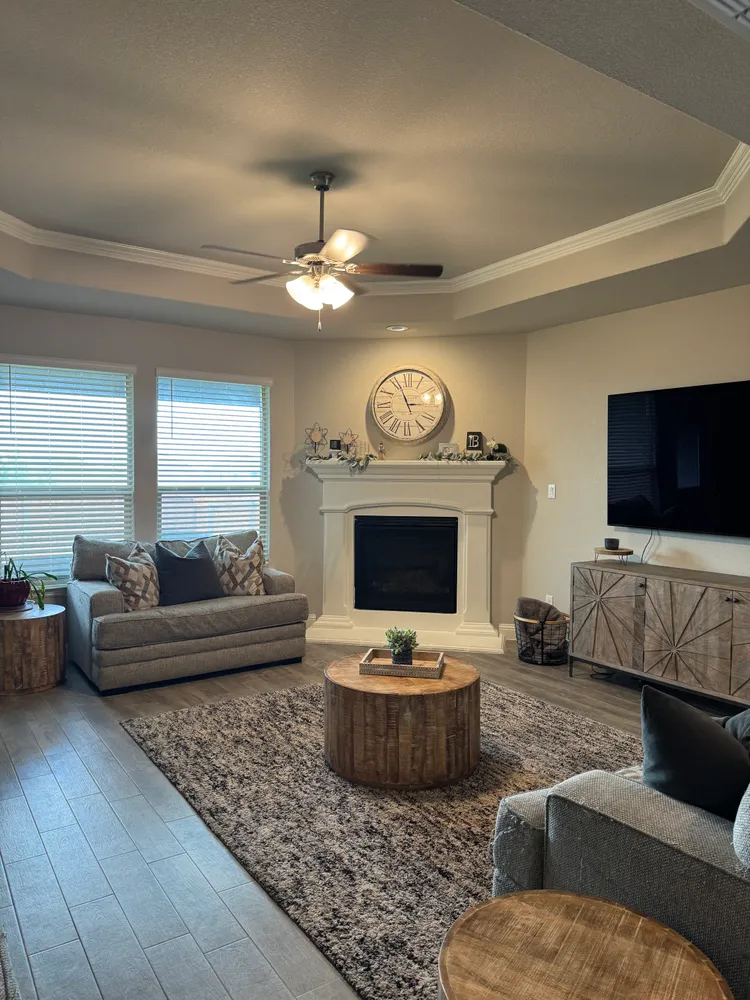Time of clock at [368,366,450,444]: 2:56
